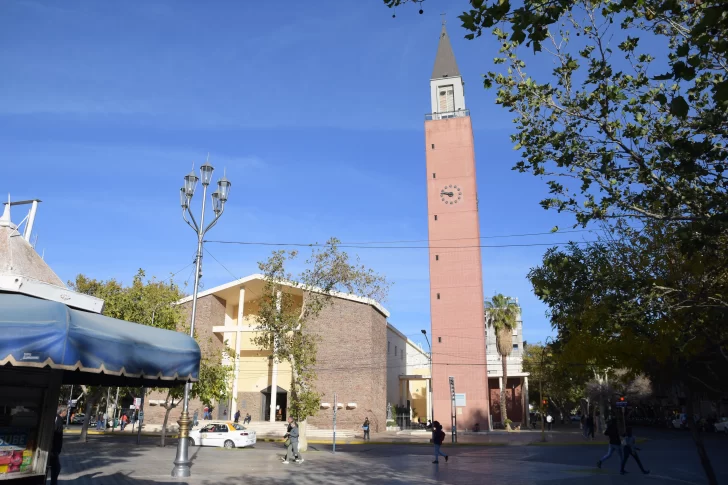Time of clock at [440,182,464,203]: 9:47
